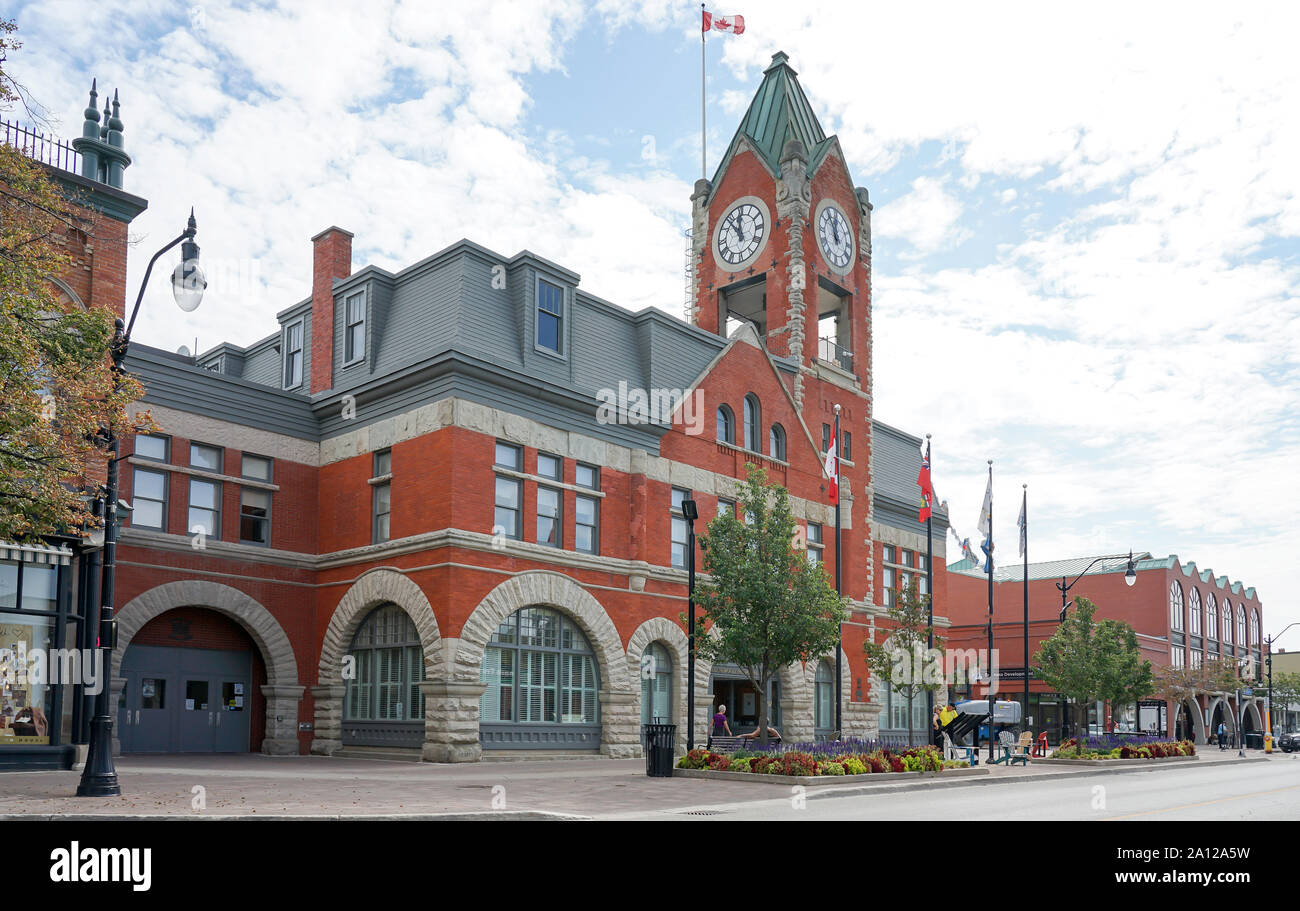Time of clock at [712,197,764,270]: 11:53
